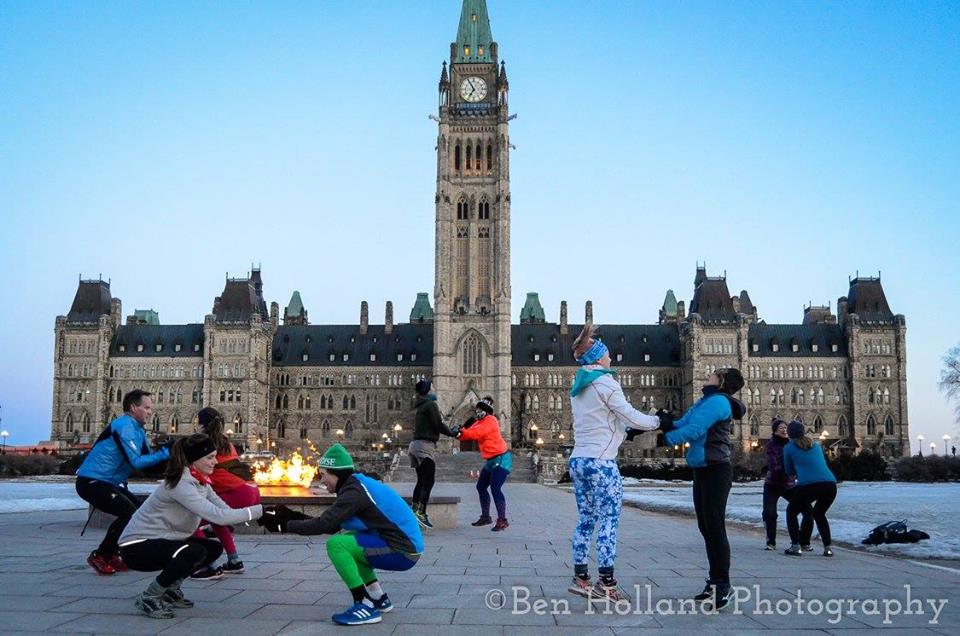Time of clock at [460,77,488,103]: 6:54
